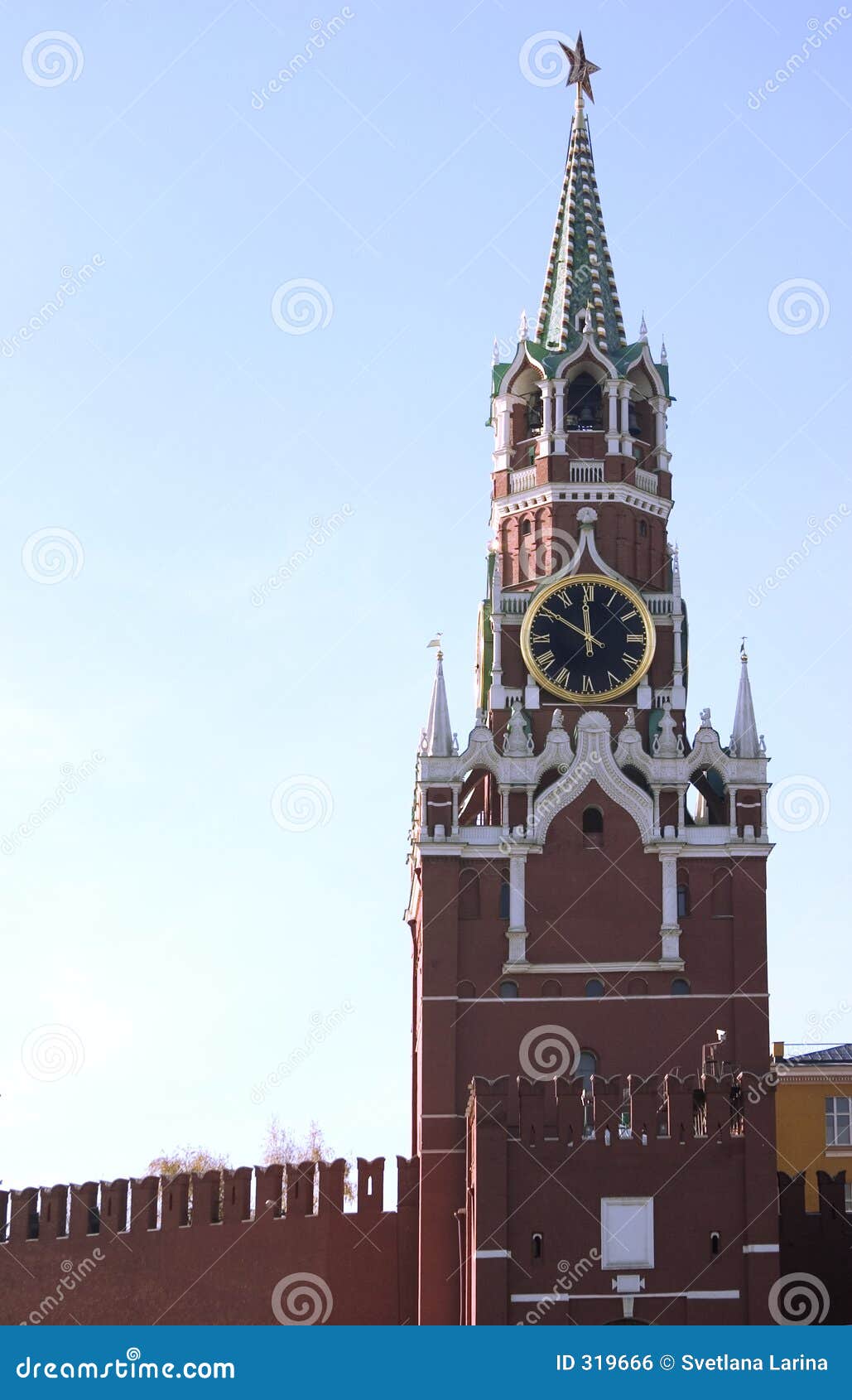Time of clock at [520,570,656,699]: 11:50
